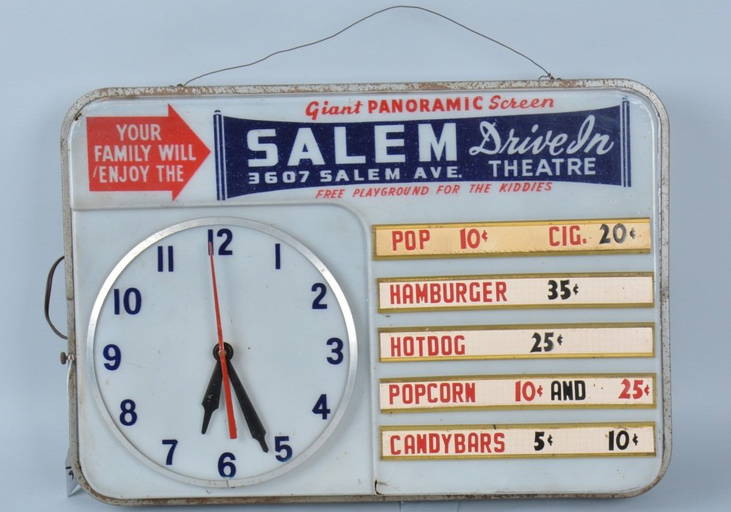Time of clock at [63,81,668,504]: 6:26
